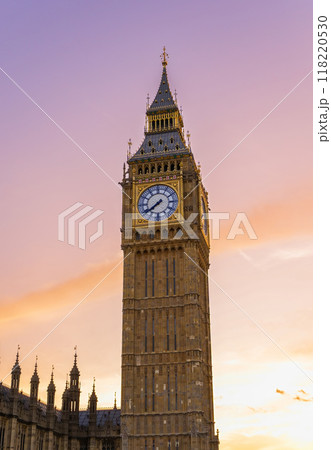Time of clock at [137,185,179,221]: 7:38
